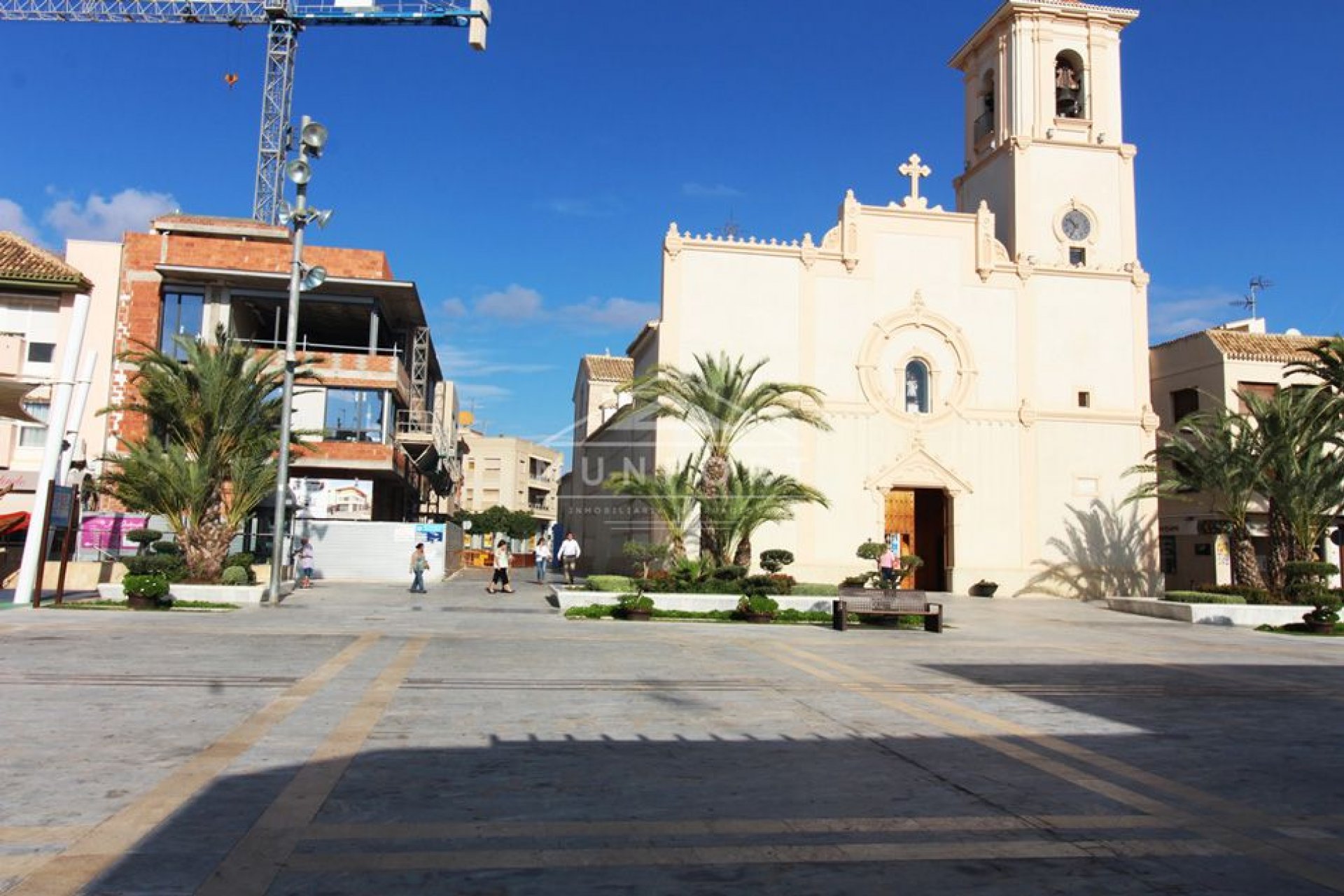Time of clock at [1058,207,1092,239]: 10:34
